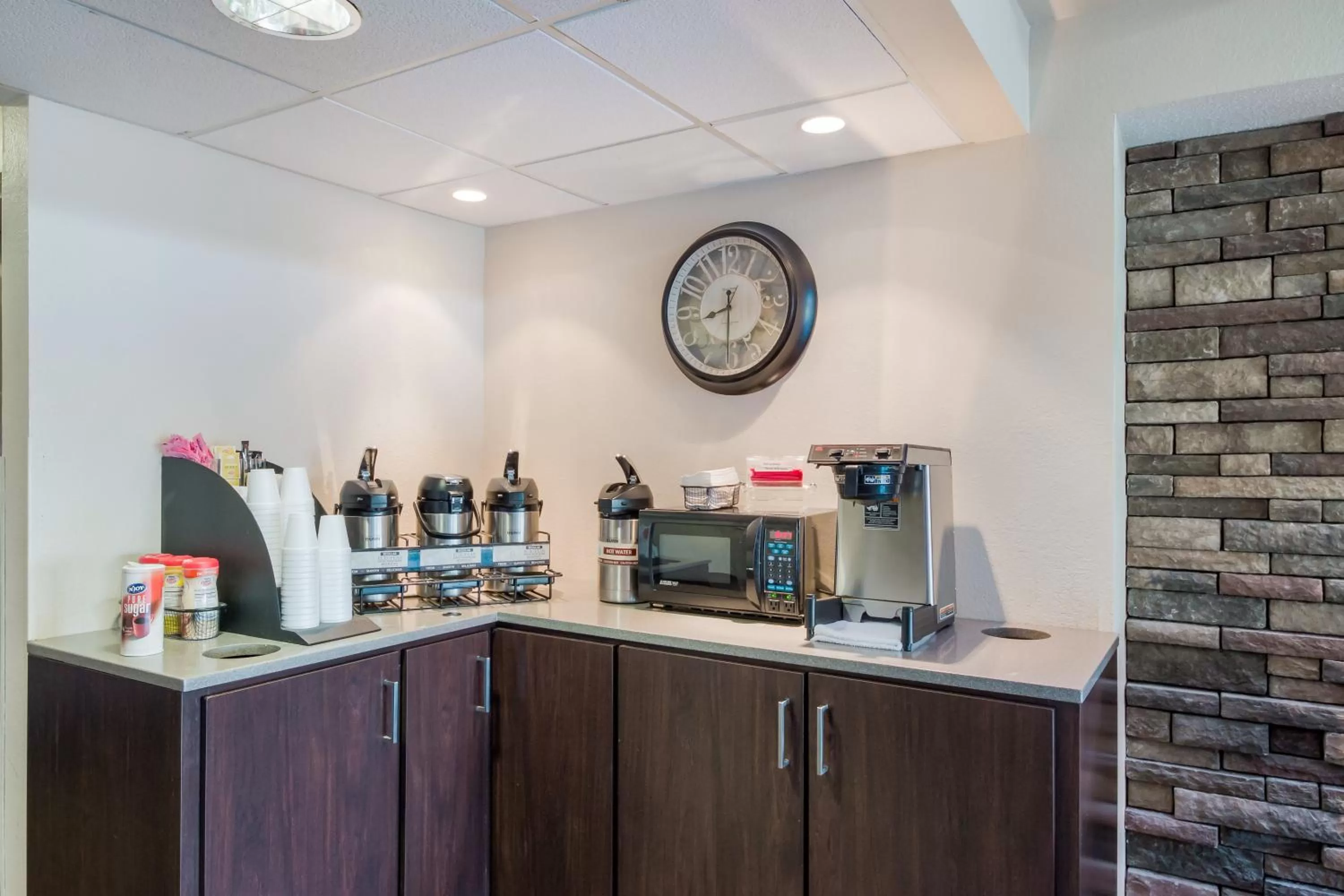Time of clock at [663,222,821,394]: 8:30
